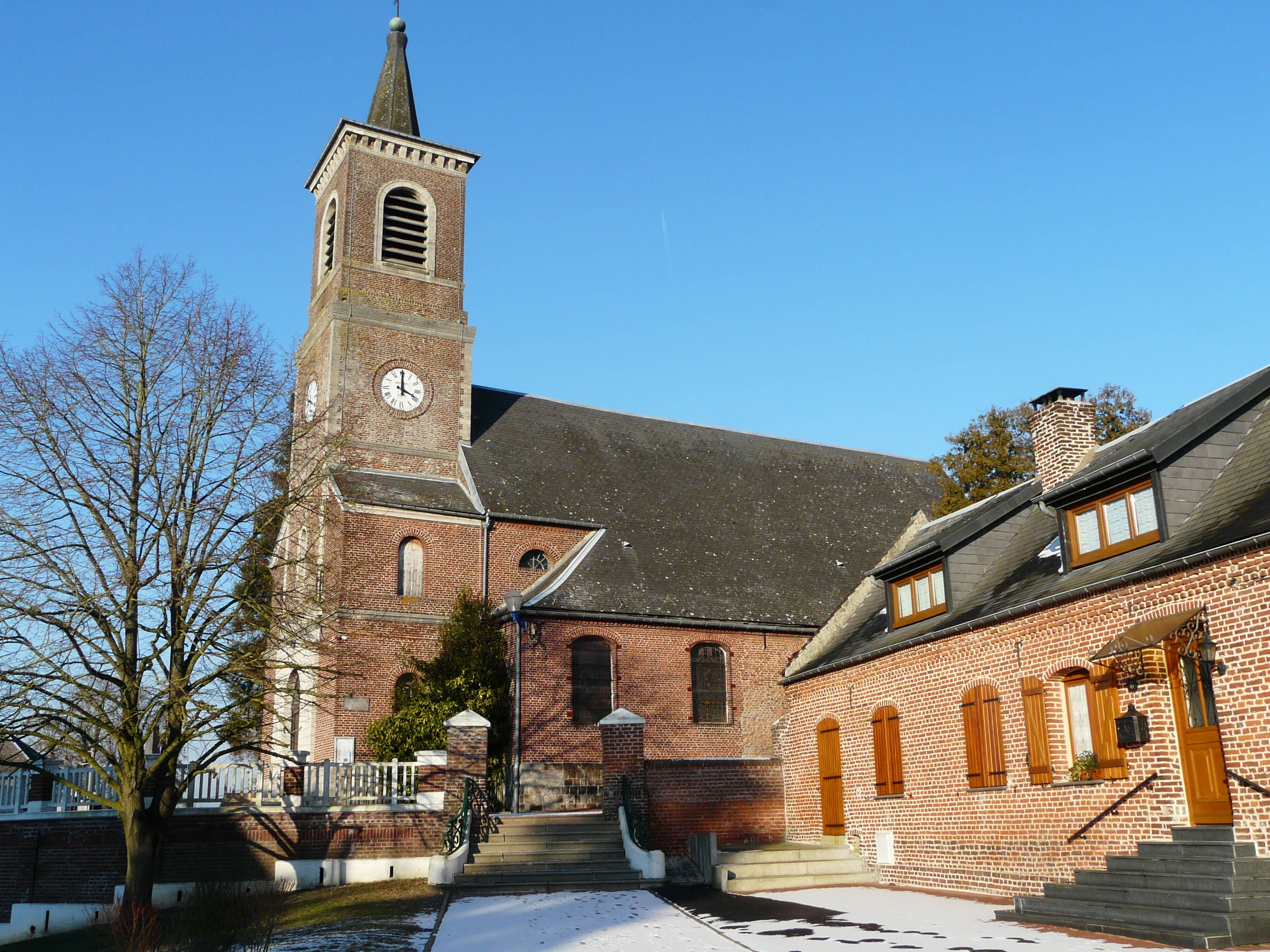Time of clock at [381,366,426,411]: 4:00
